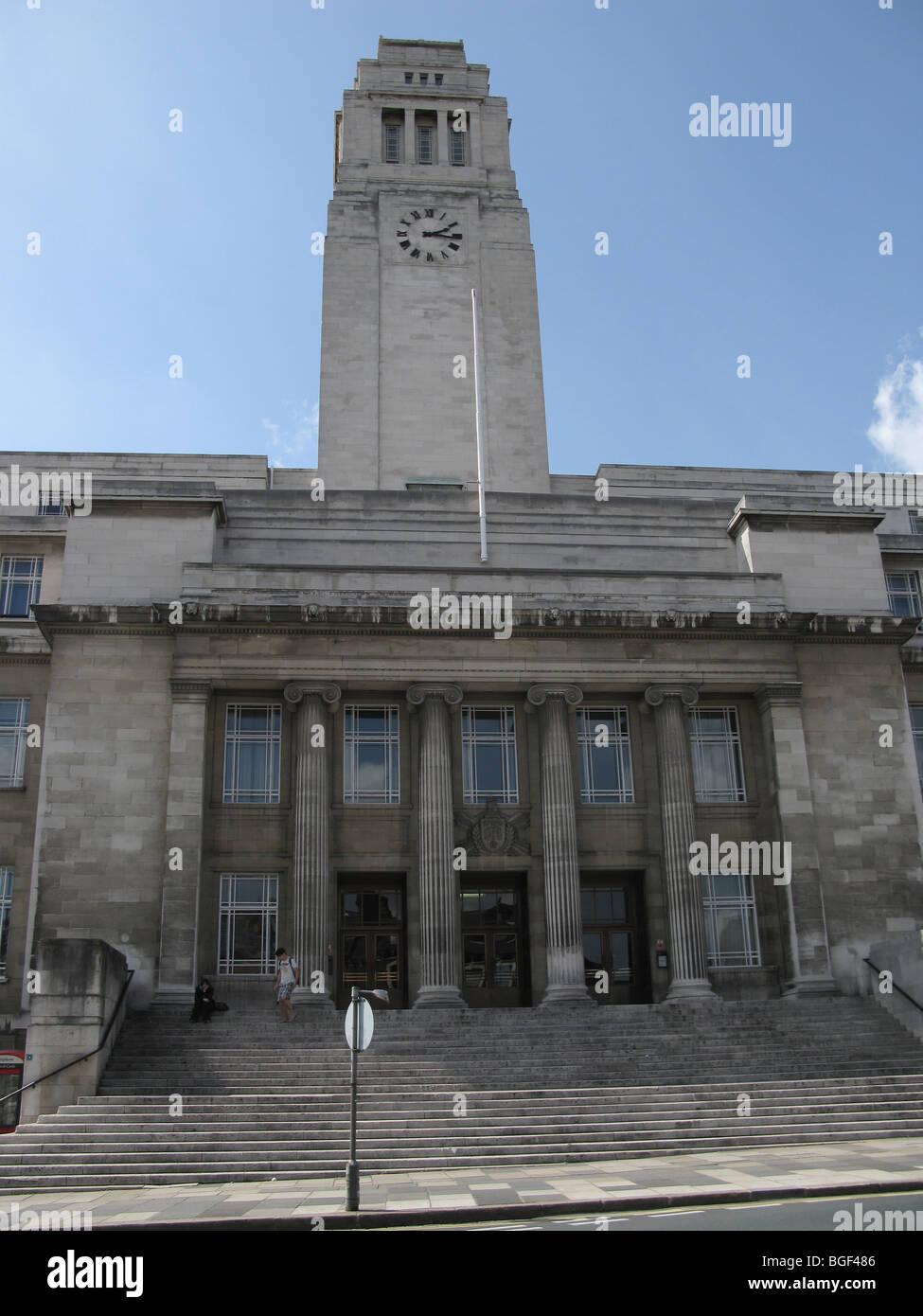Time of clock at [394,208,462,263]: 2:16
